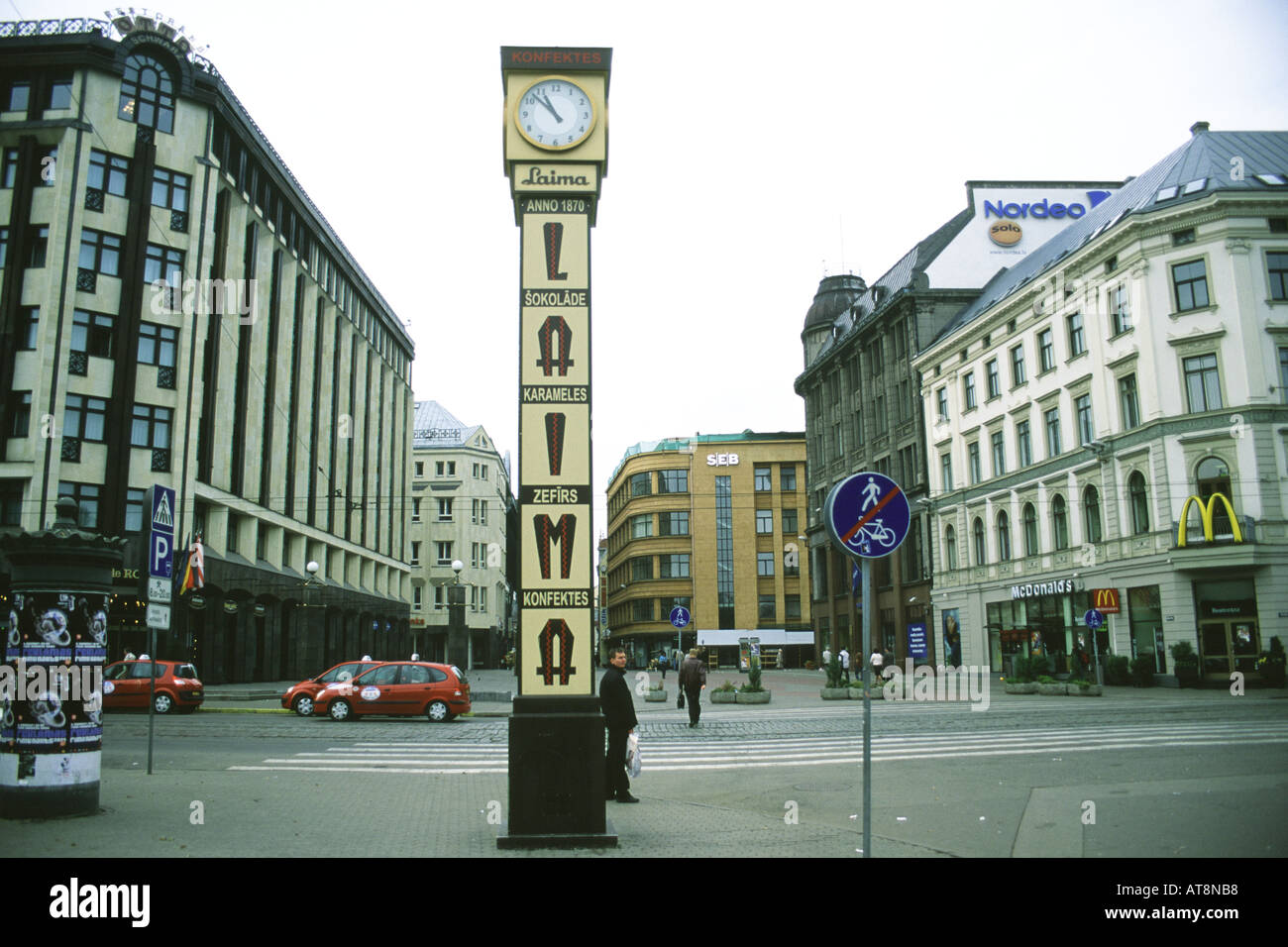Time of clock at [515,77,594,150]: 10:52
